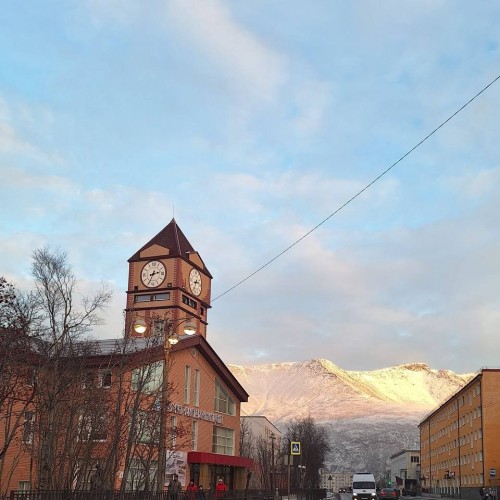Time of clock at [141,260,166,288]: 2:35
